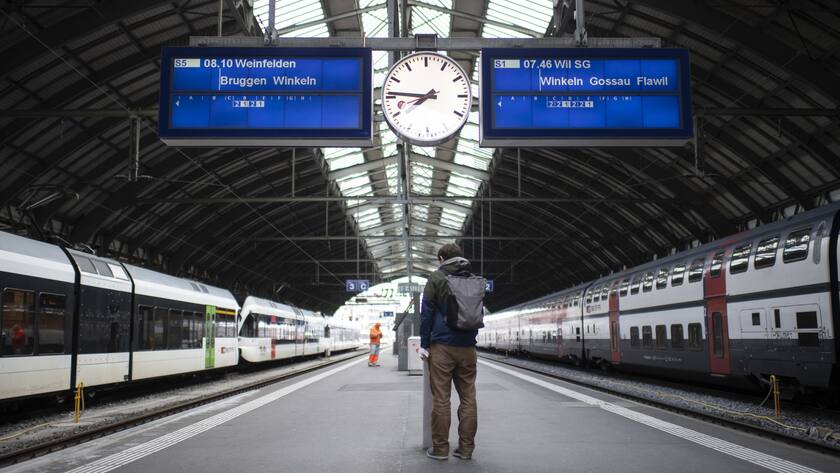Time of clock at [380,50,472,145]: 7:45
